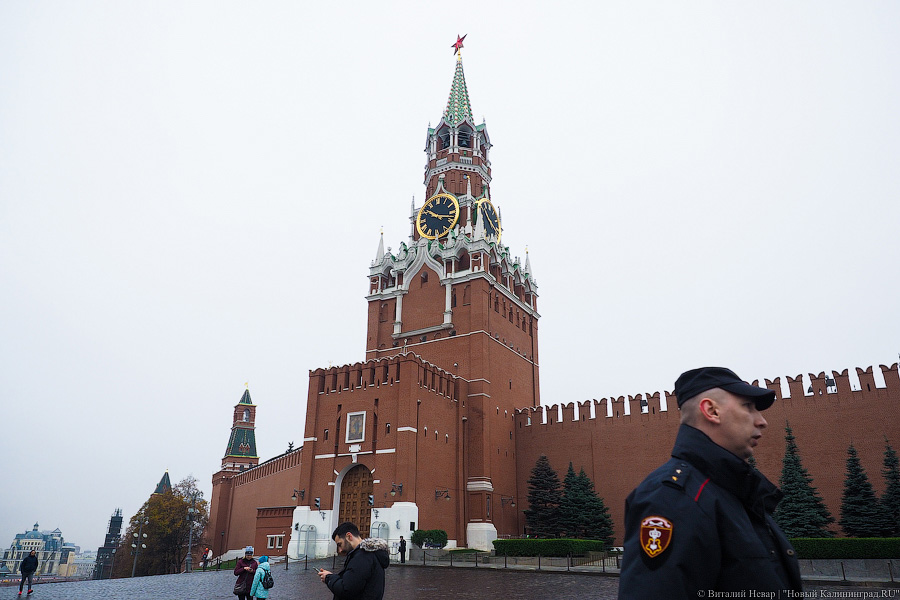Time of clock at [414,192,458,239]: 10:17
